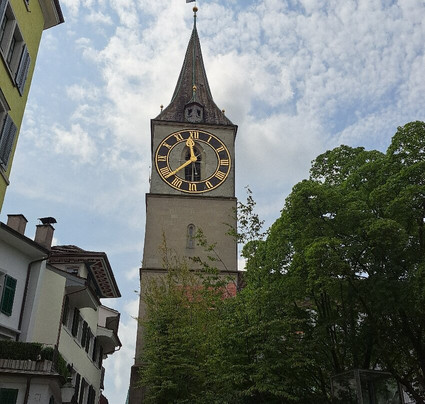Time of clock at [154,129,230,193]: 11:37
